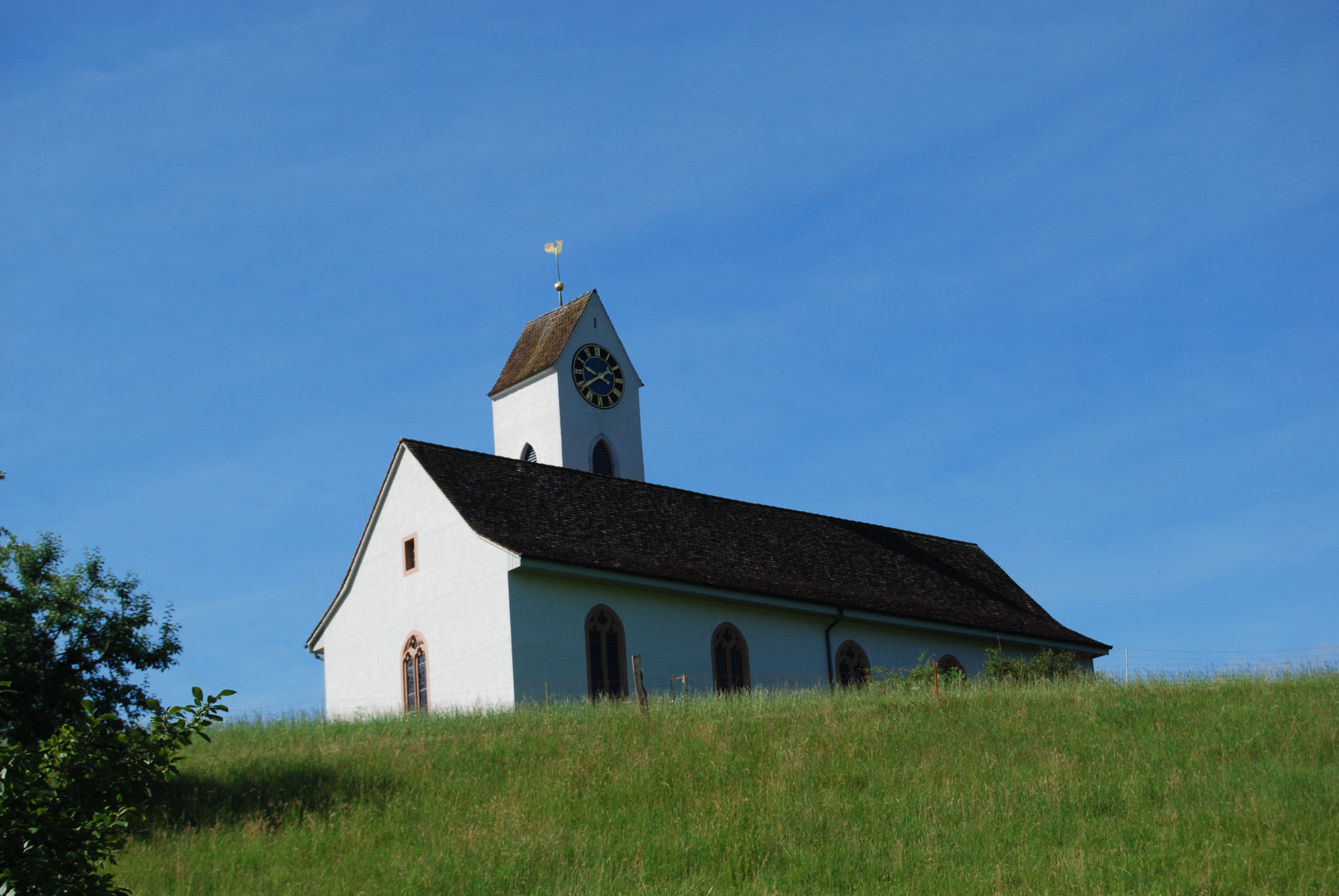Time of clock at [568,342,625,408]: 9:39
